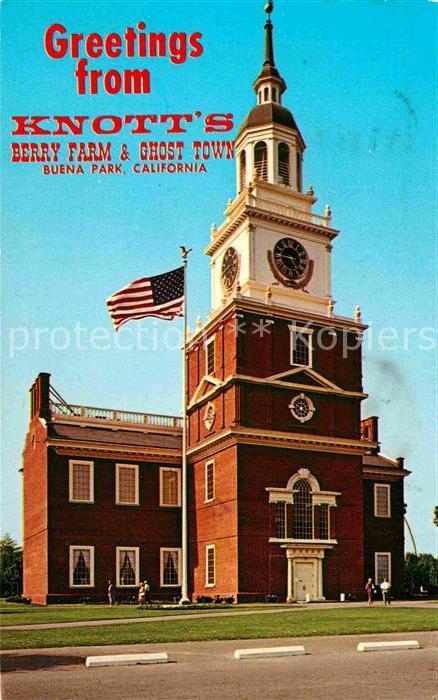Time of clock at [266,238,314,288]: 4:46
